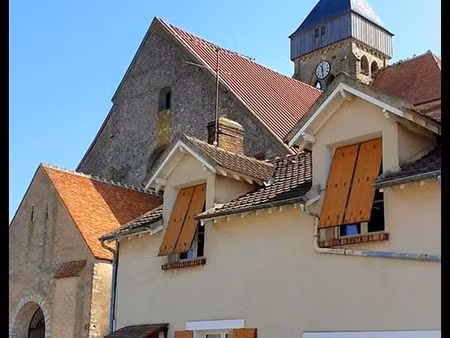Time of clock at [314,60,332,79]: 11:28
